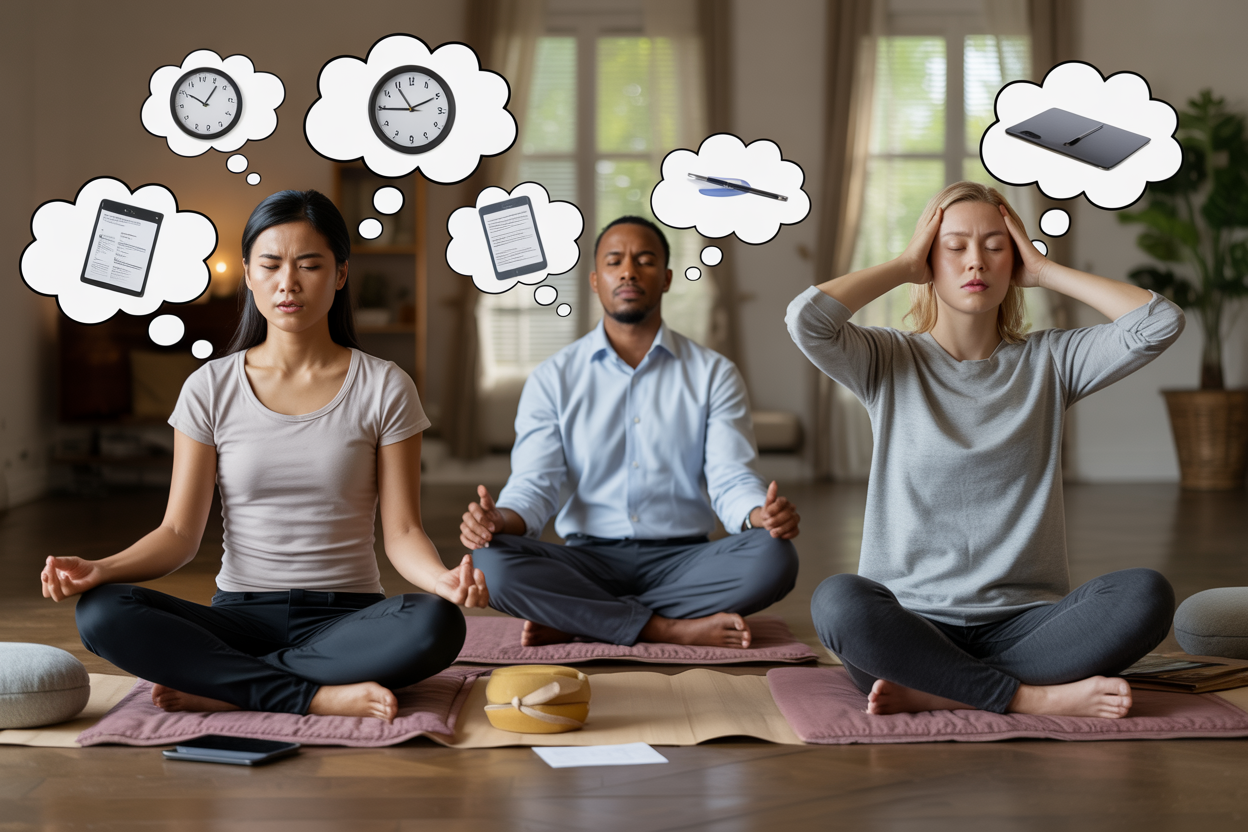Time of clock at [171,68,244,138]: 10:06
